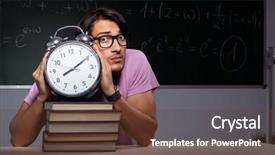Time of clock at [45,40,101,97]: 8:09
